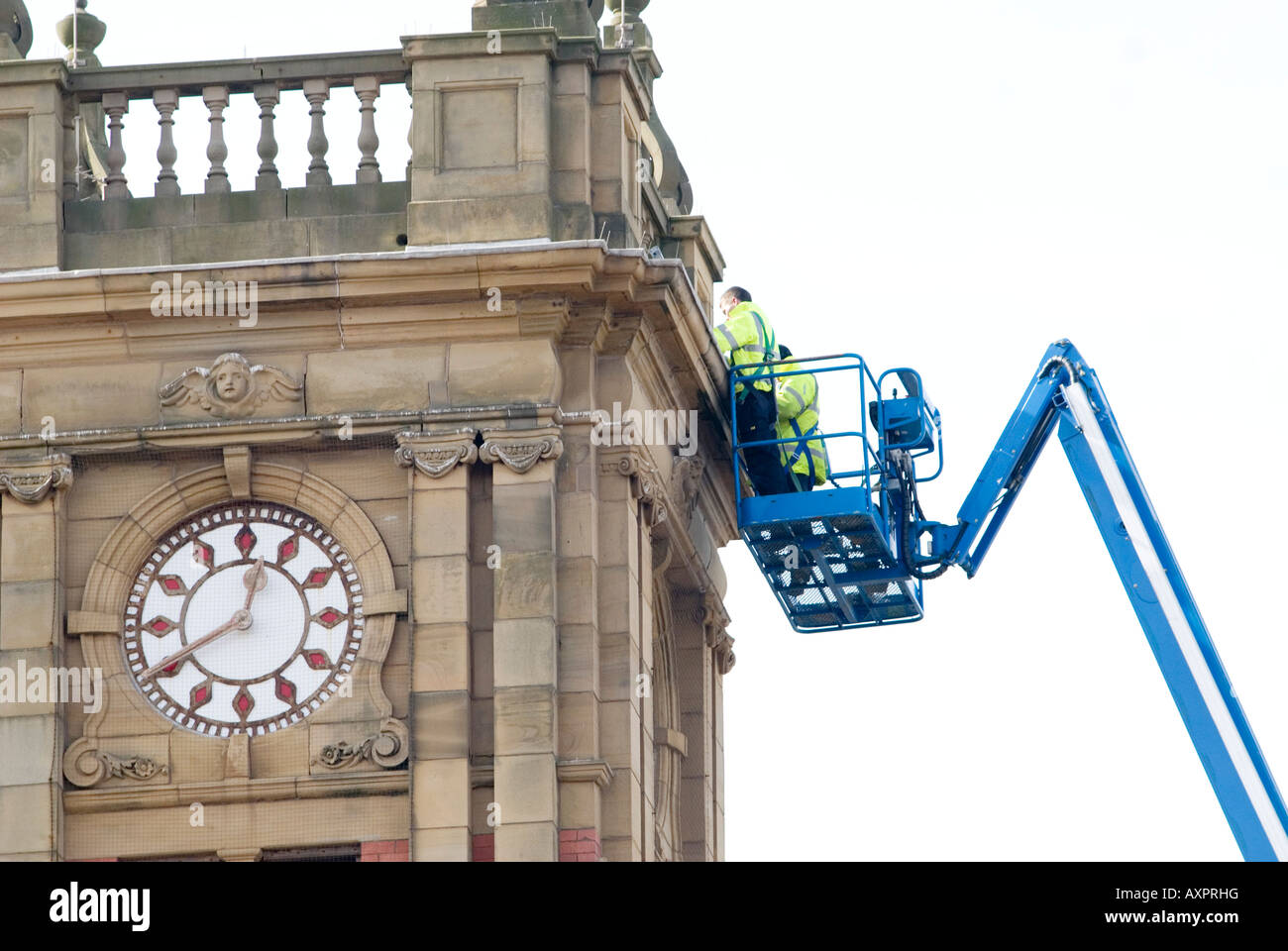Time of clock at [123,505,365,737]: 12:40
